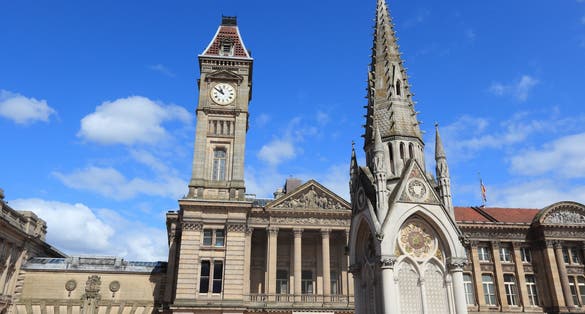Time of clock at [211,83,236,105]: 10:50
